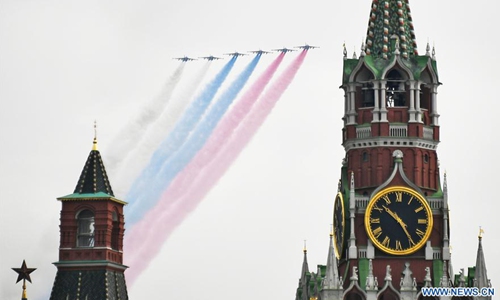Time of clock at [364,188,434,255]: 10:24
